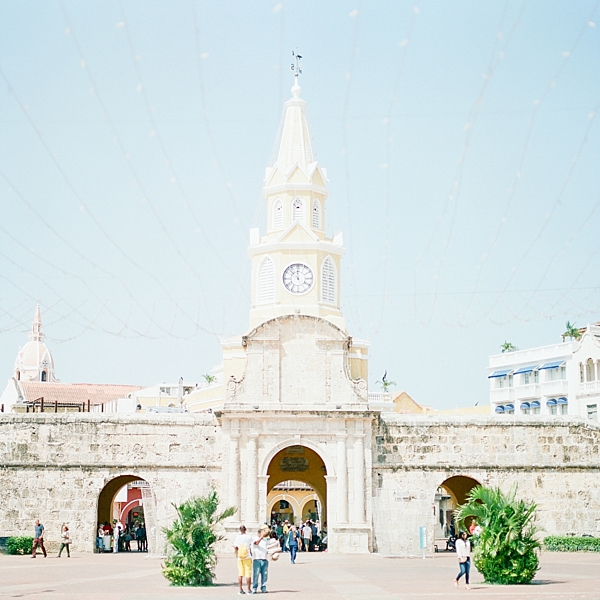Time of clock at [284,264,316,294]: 11:52
